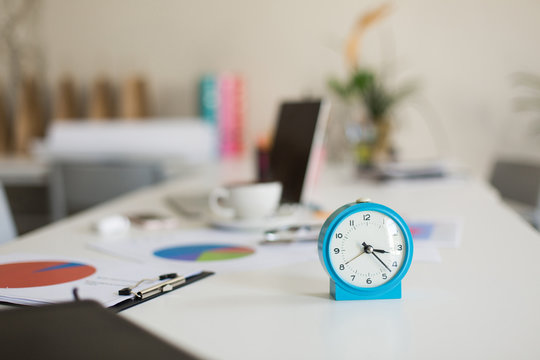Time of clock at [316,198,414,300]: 3:22
